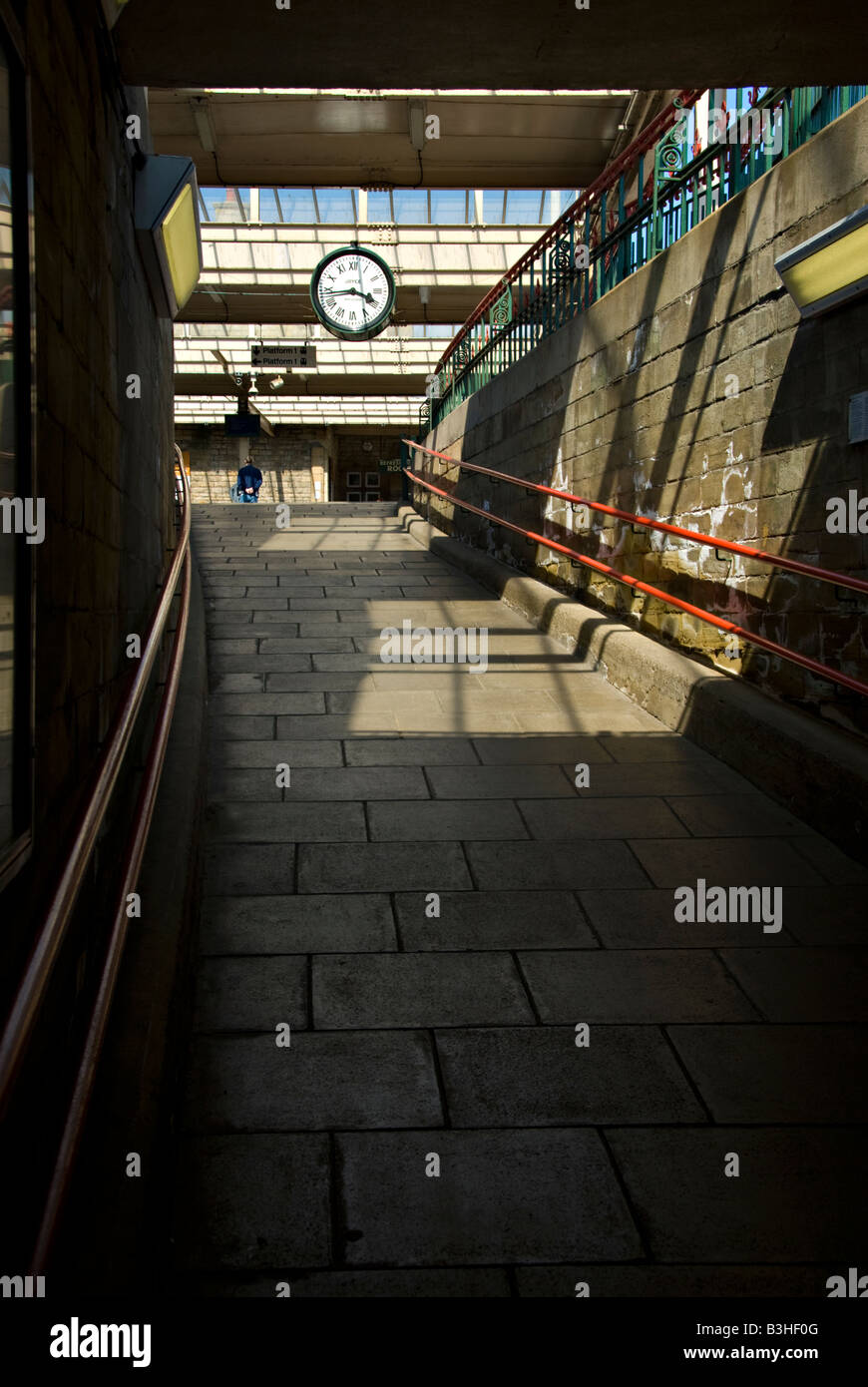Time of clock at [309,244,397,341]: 3:43
